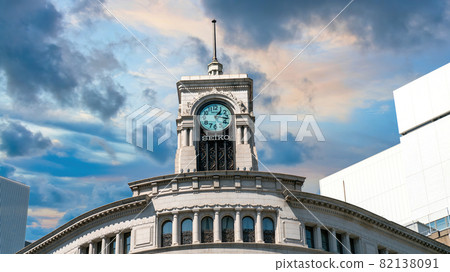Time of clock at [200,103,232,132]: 1:16
